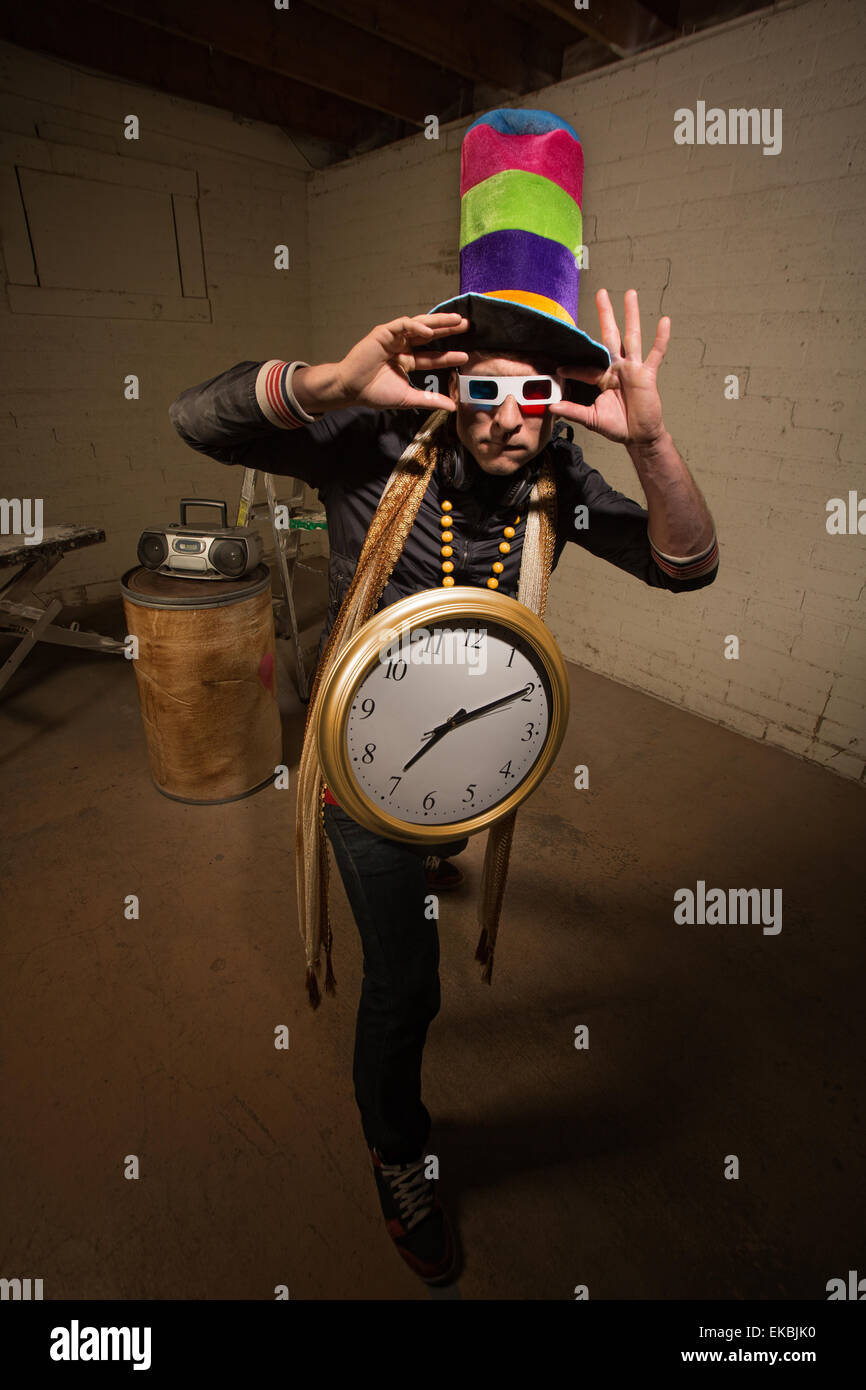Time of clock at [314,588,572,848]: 7:09
